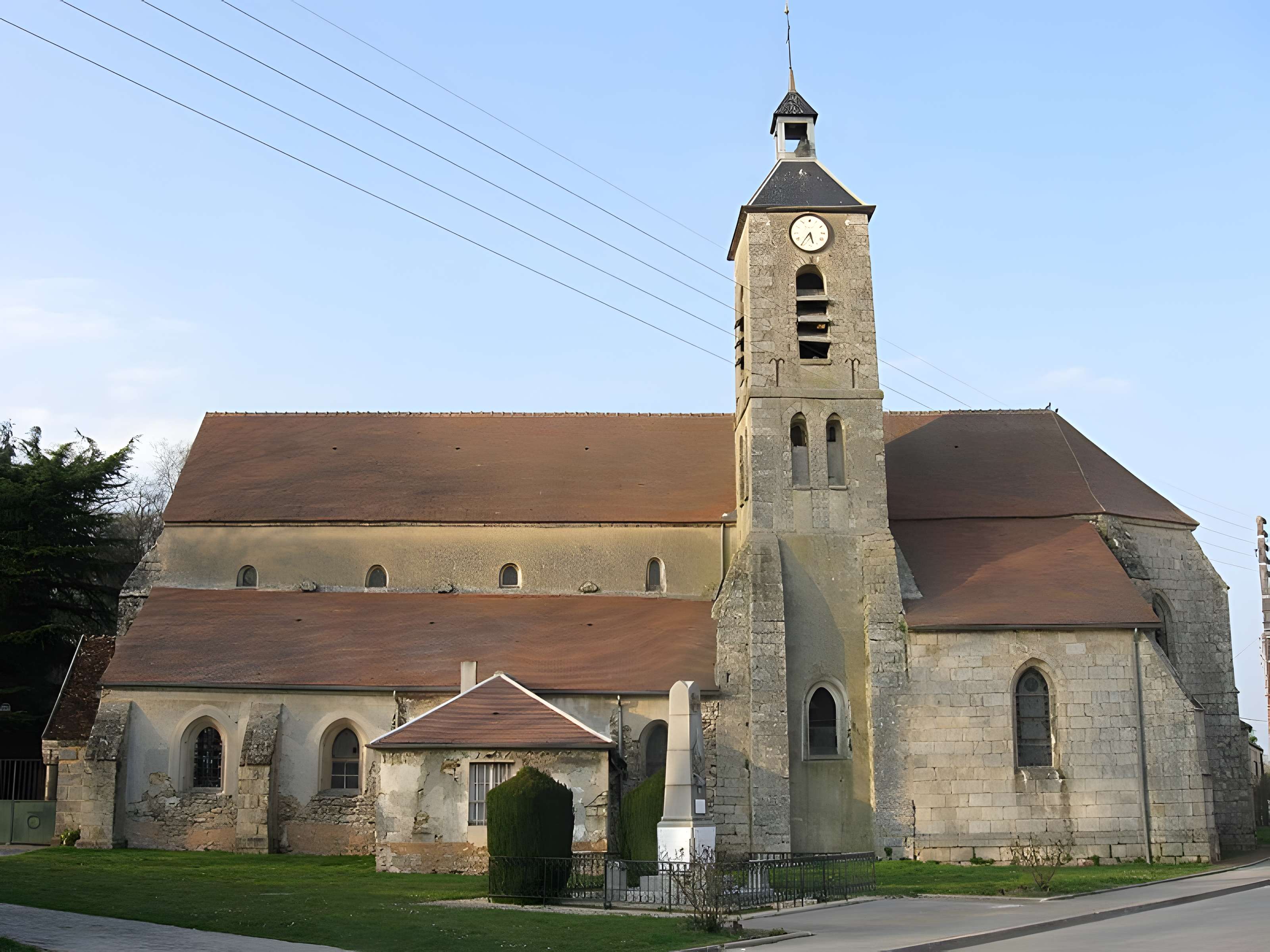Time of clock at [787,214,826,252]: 5:35
